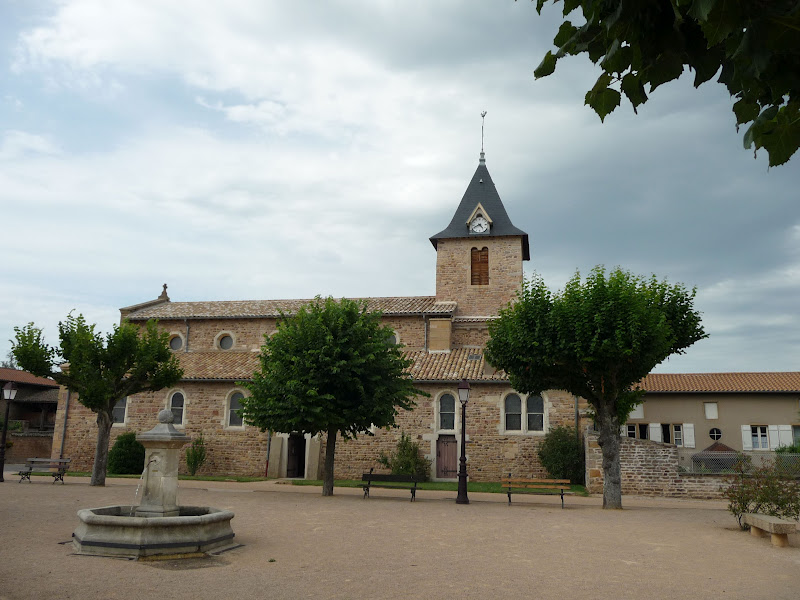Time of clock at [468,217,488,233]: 4:41
